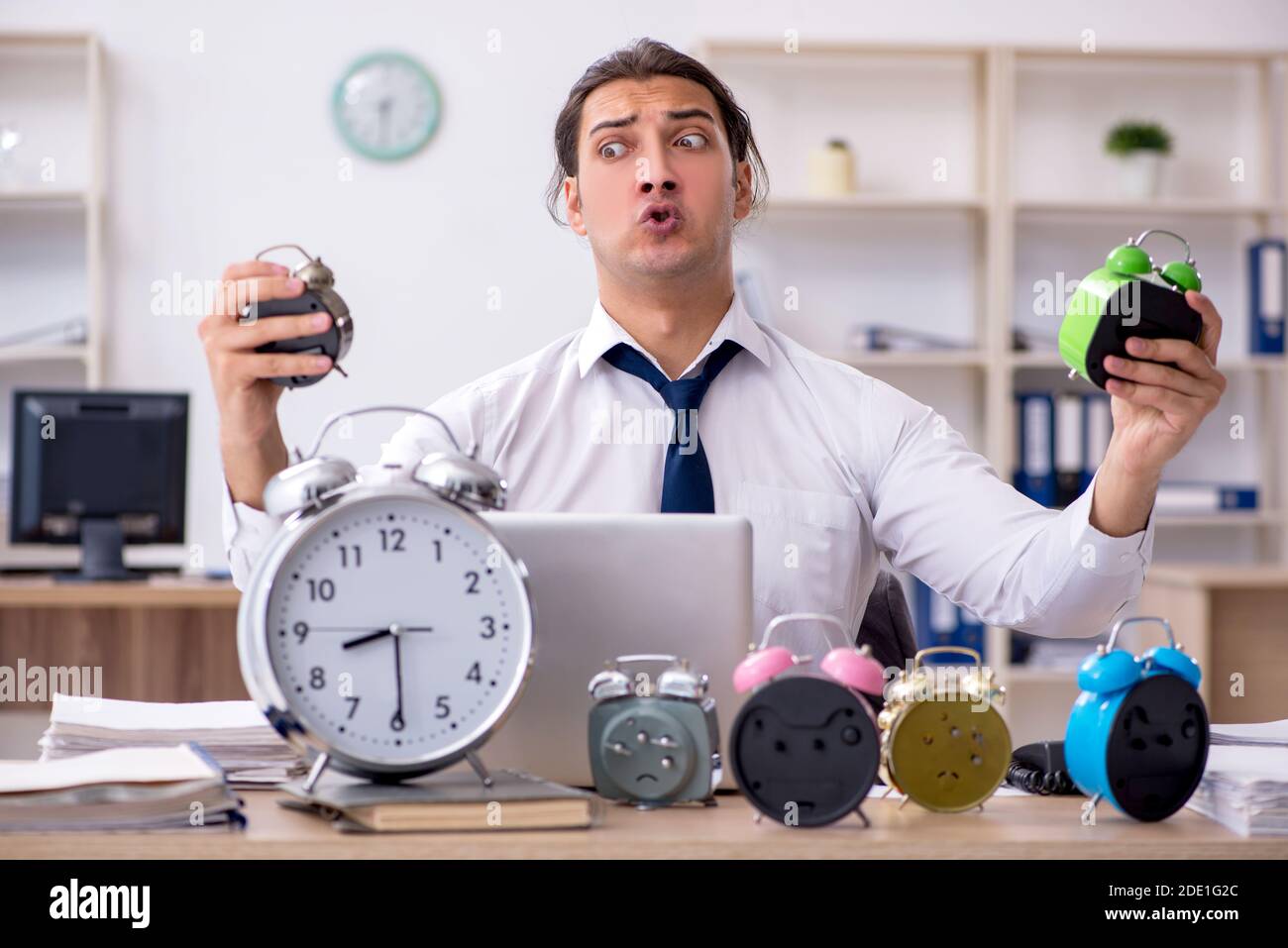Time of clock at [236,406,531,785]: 8:29
